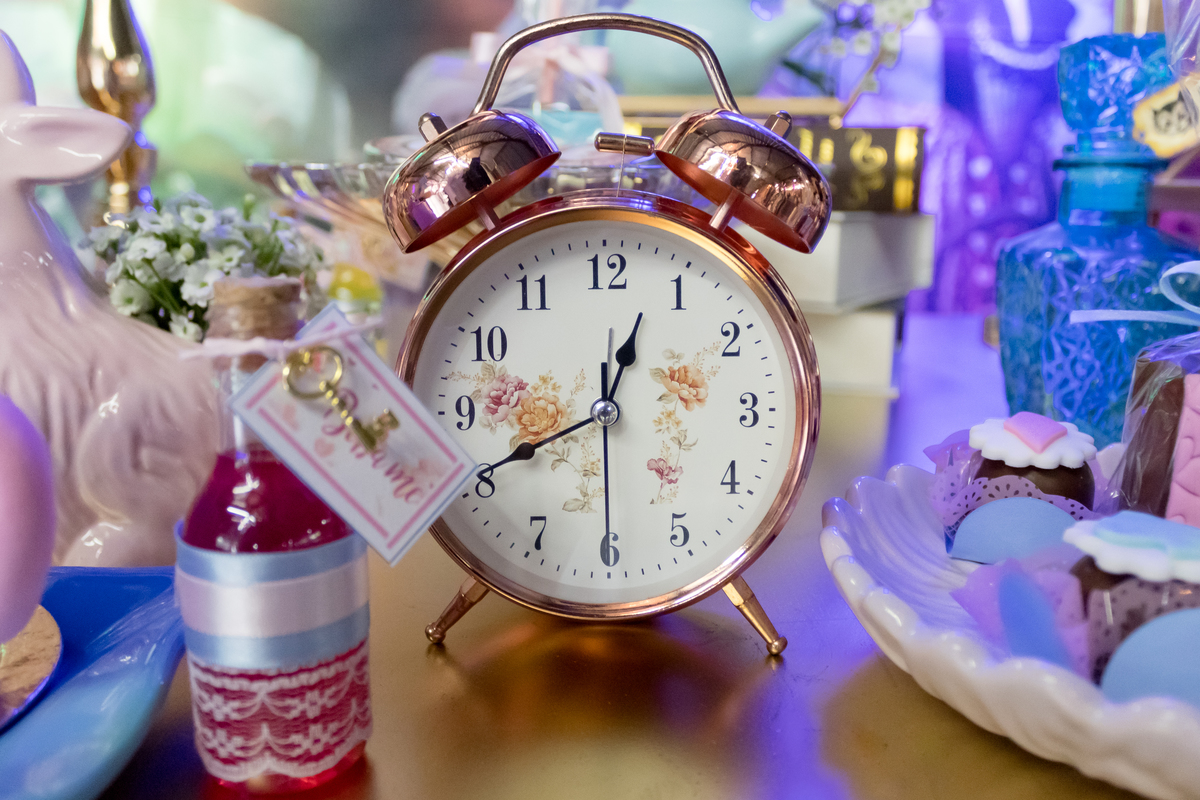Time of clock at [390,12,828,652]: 12:40
